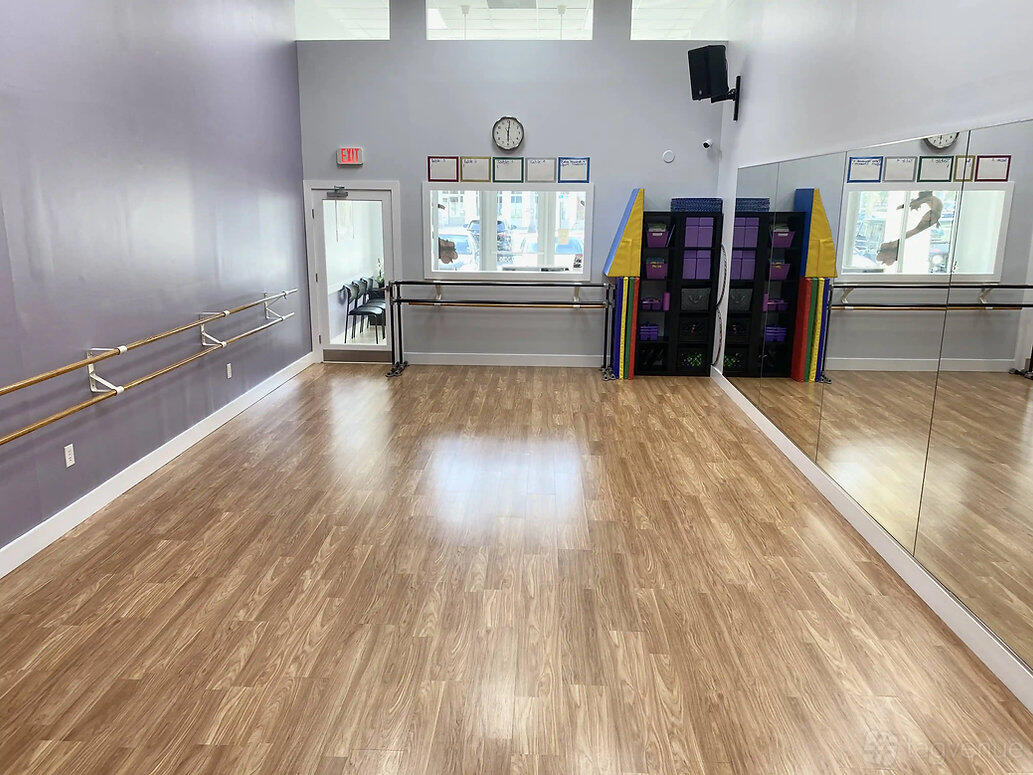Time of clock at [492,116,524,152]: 6:01
